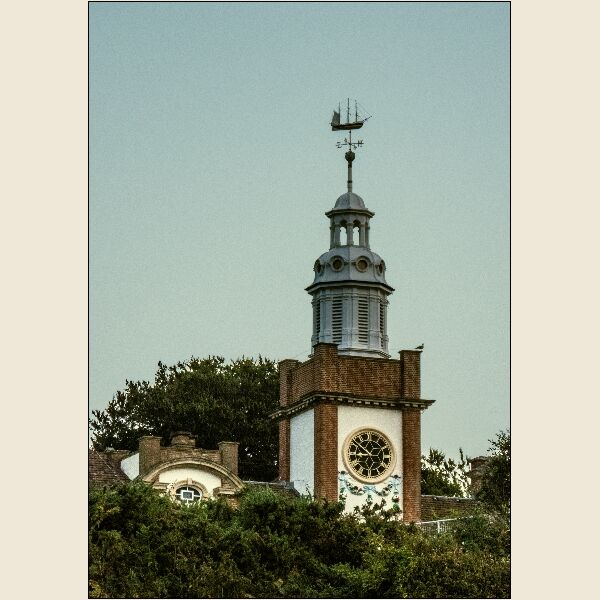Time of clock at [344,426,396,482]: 8:51
